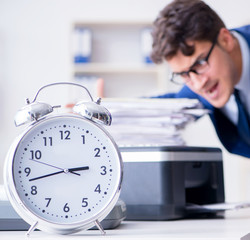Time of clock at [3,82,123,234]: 2:42
